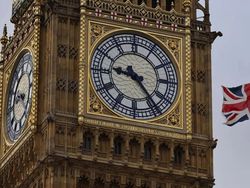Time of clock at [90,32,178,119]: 9:23
